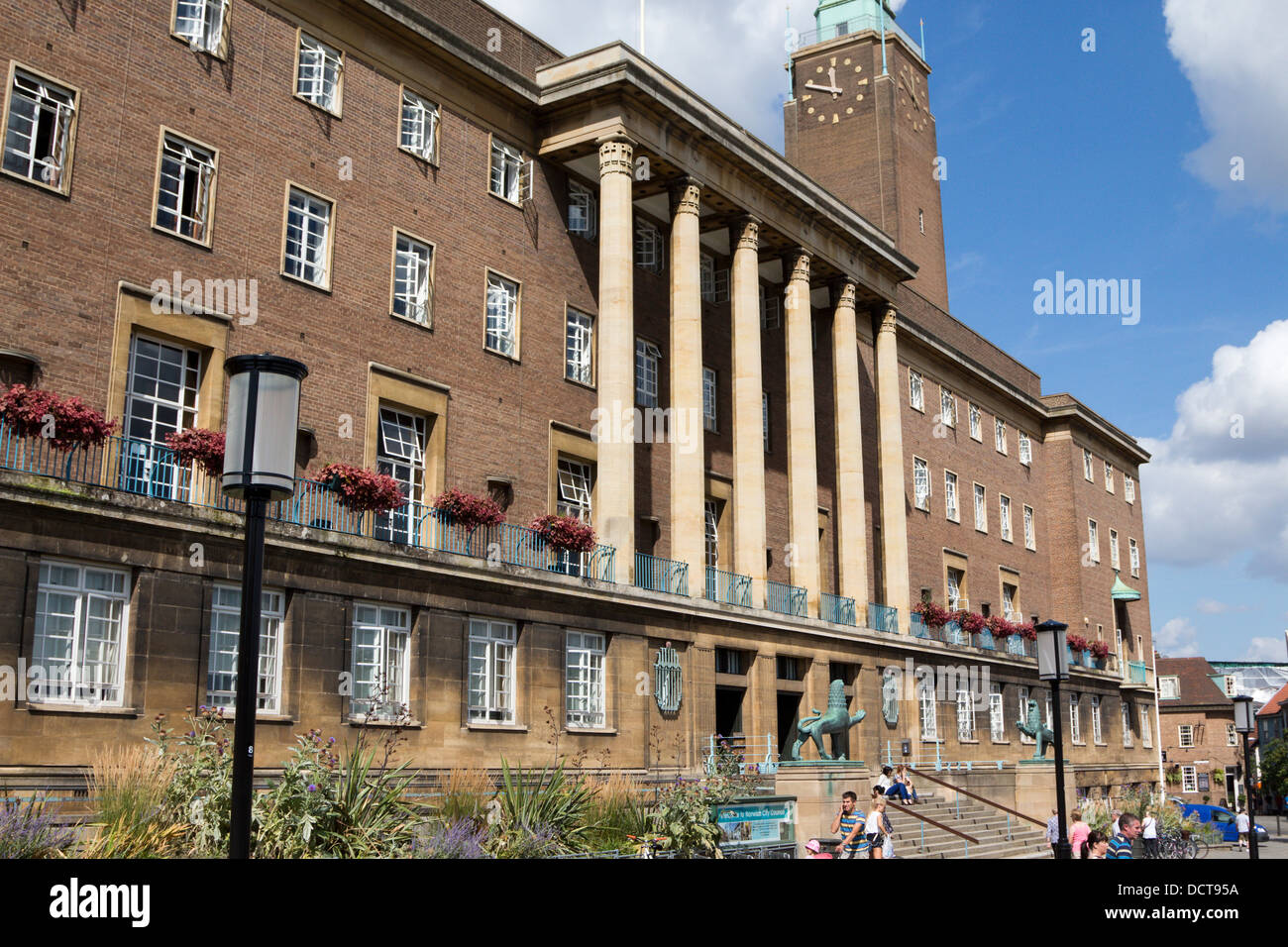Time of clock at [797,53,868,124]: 11:48
